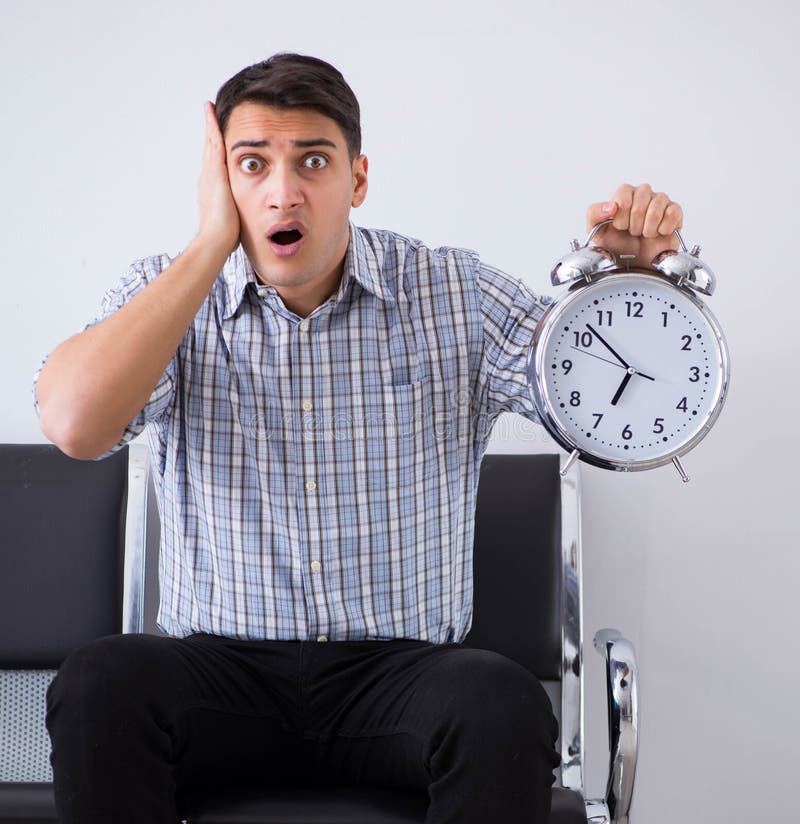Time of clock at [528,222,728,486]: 6:52
